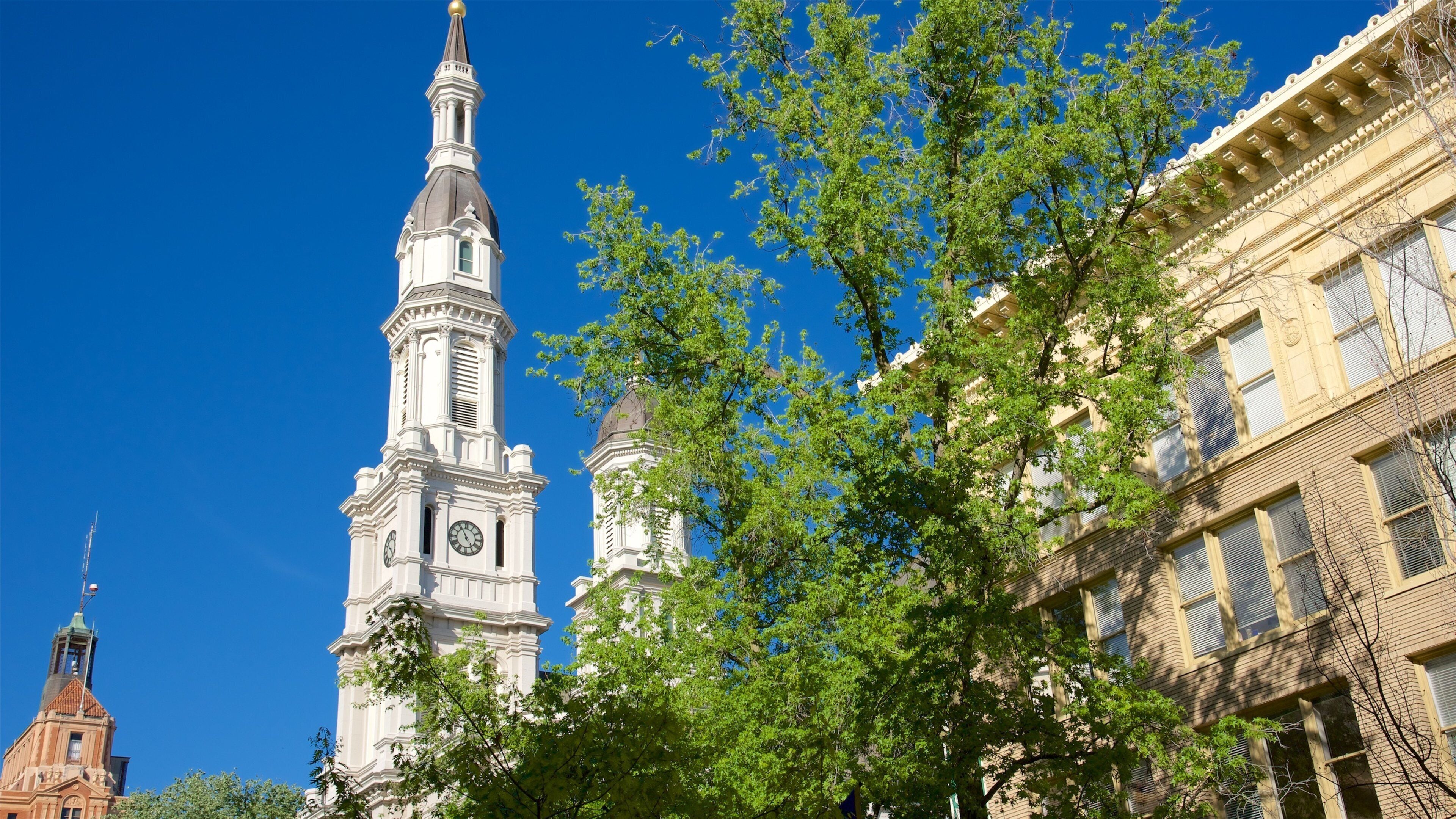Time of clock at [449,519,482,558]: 4:54
